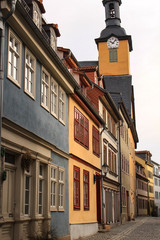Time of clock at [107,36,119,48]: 10:07
